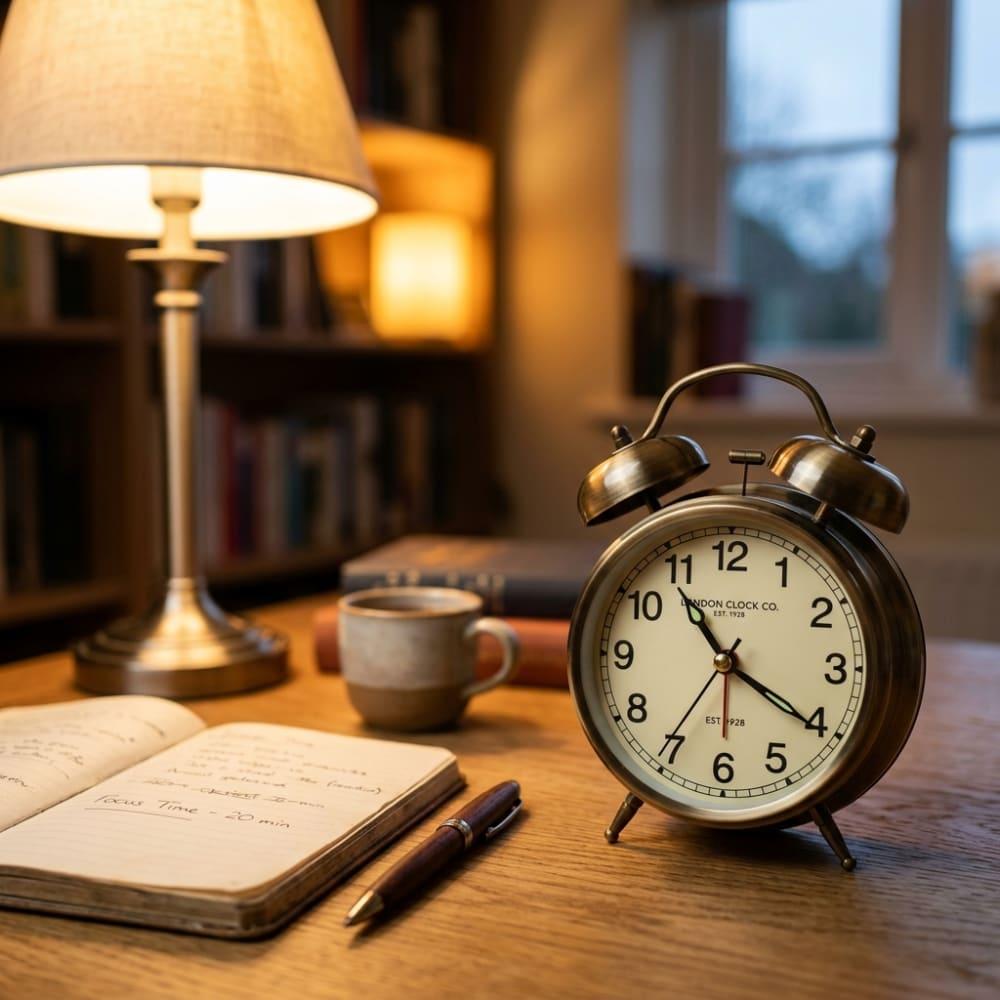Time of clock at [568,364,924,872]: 10:20
